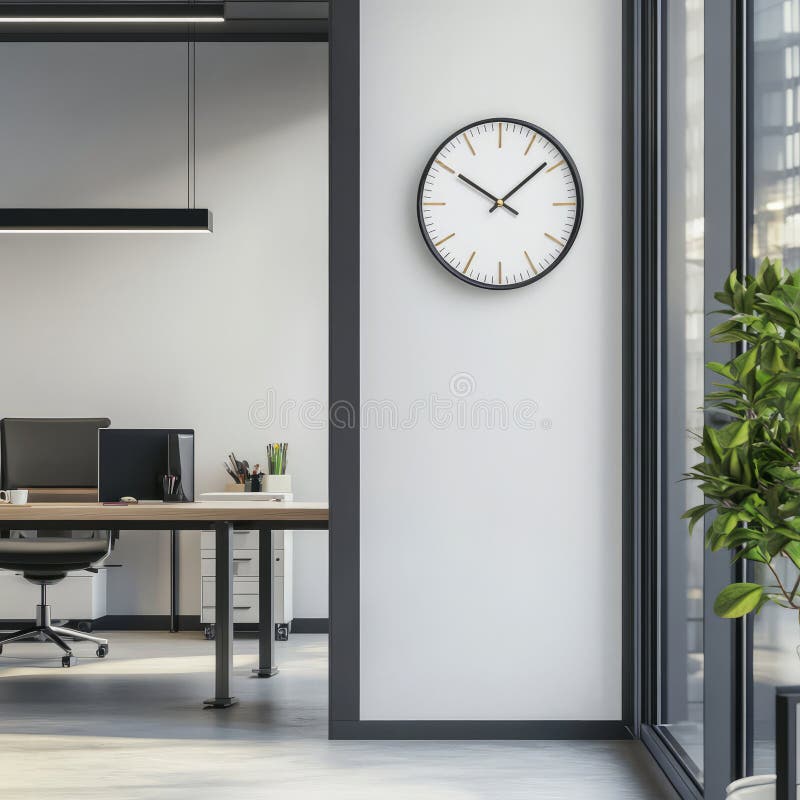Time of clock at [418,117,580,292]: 10:08
